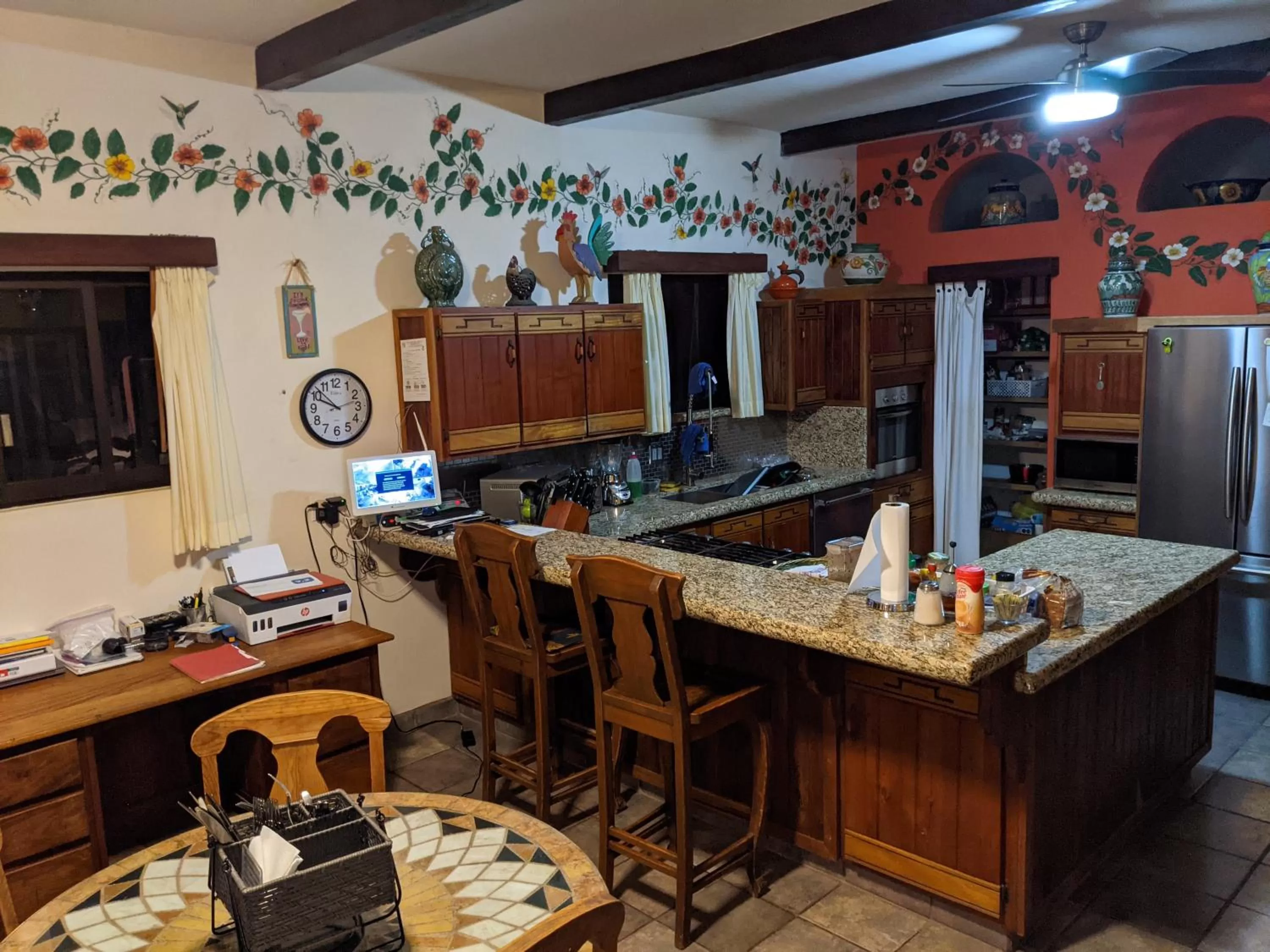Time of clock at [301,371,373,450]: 9:52
